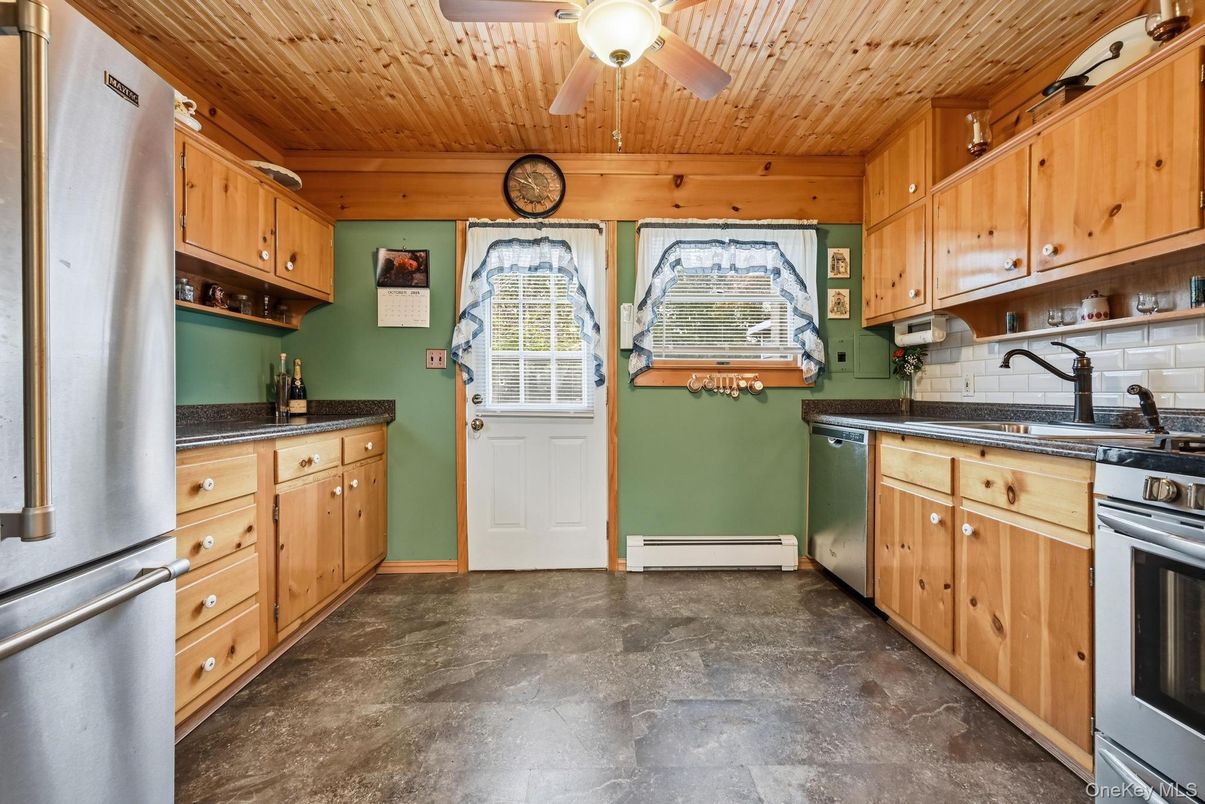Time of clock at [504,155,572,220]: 10:48
